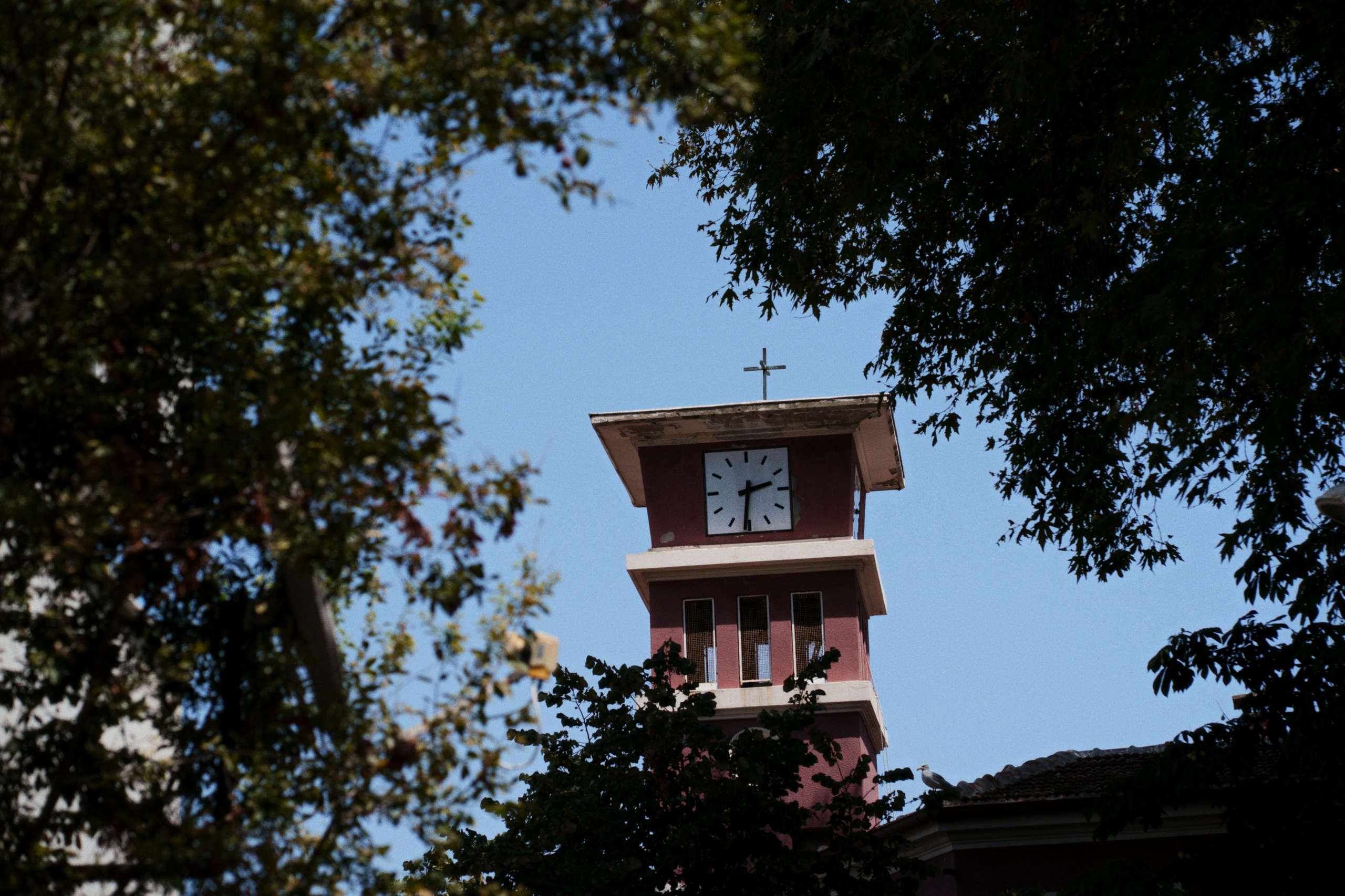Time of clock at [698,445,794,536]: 2:31
